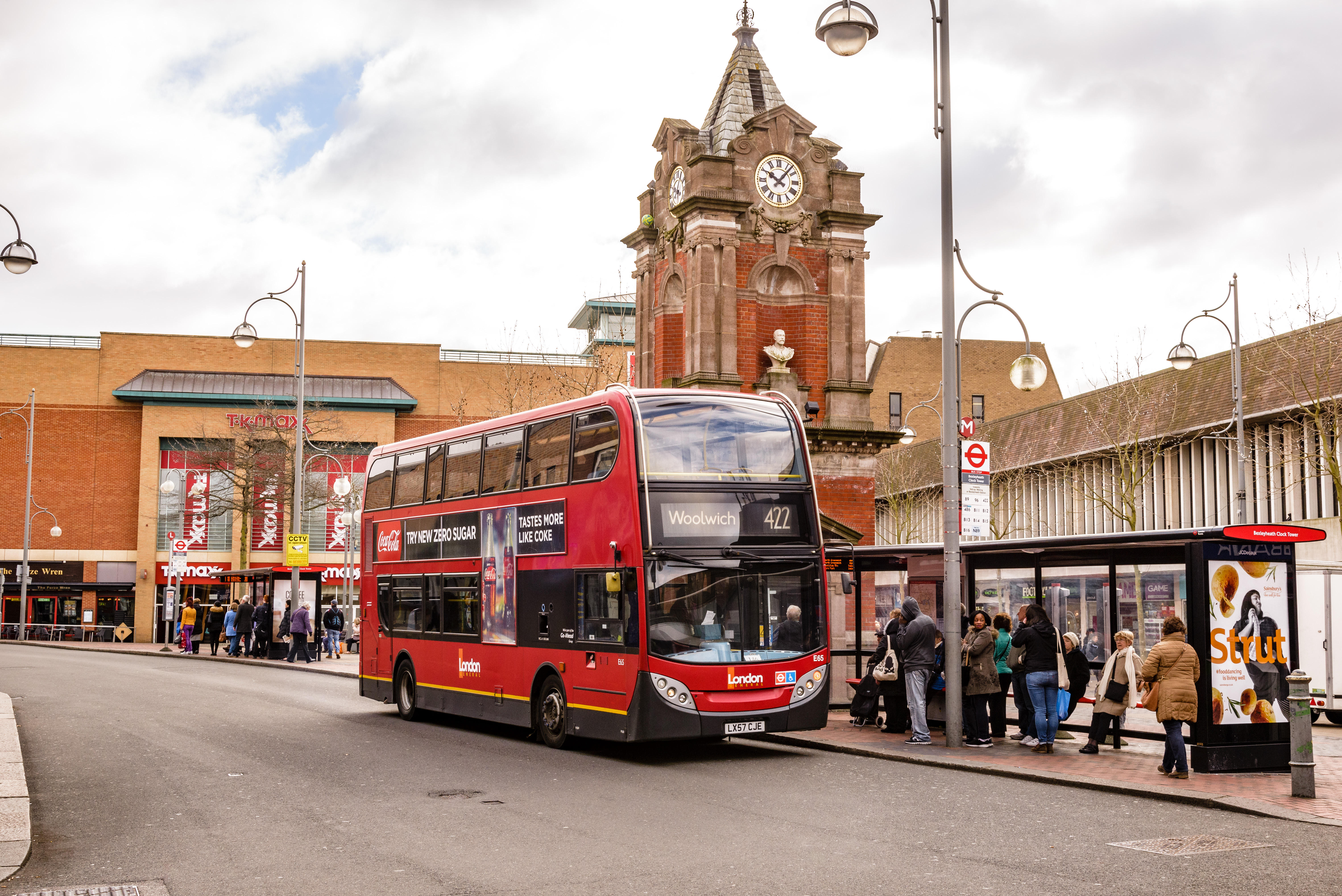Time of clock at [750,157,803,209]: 10:07
